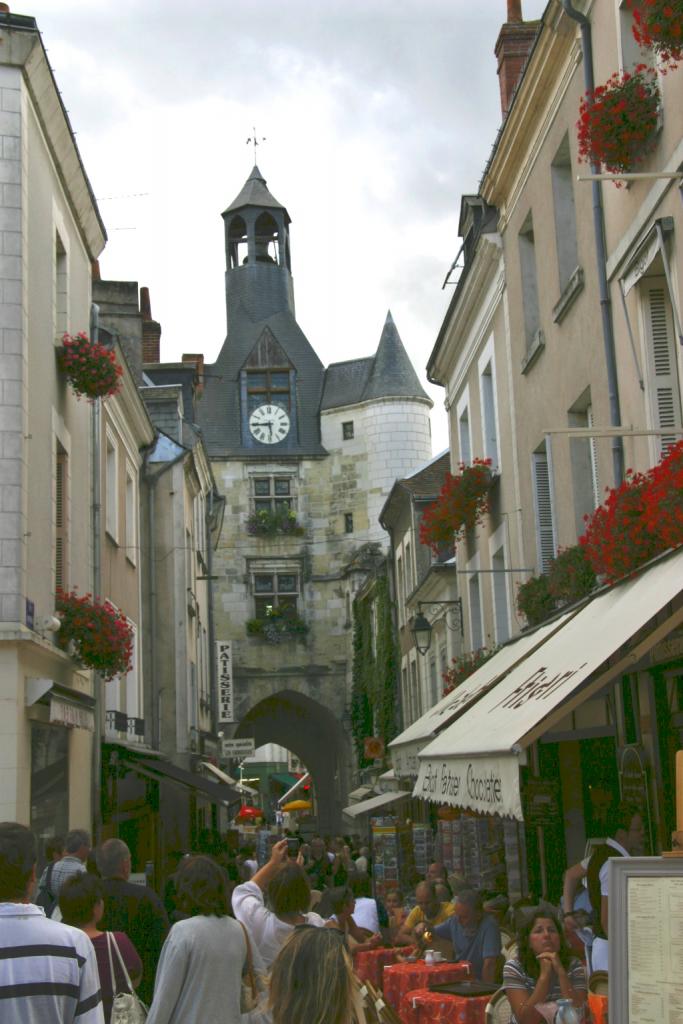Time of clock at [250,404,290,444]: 5:44
